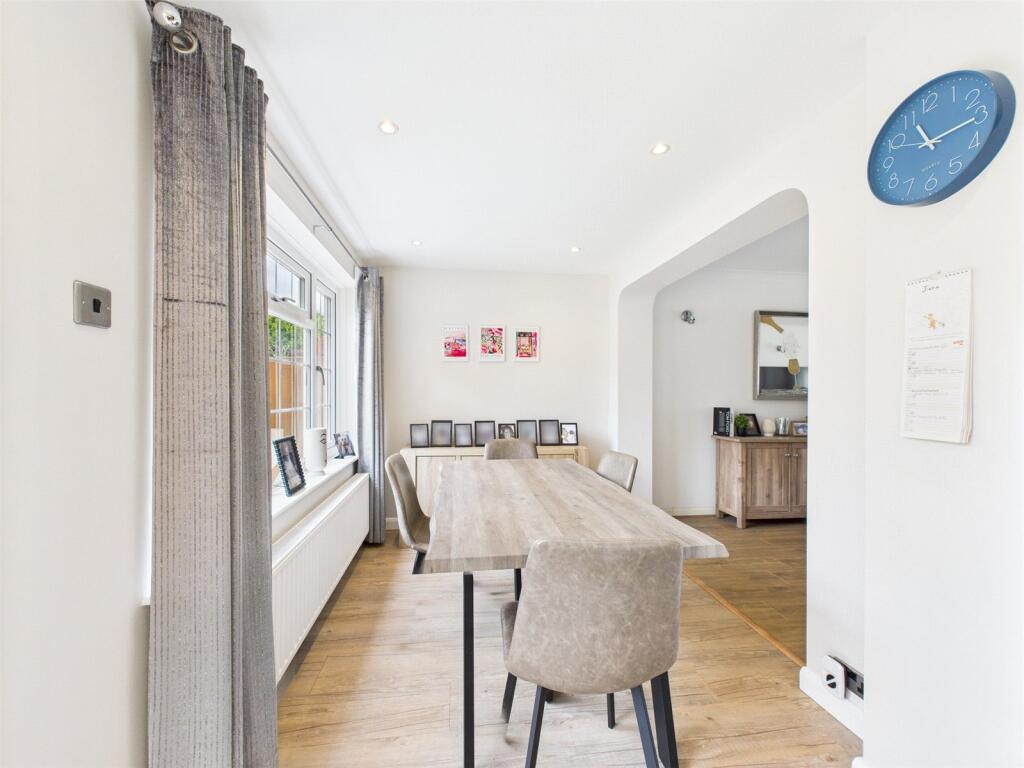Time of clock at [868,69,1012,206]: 11:14
